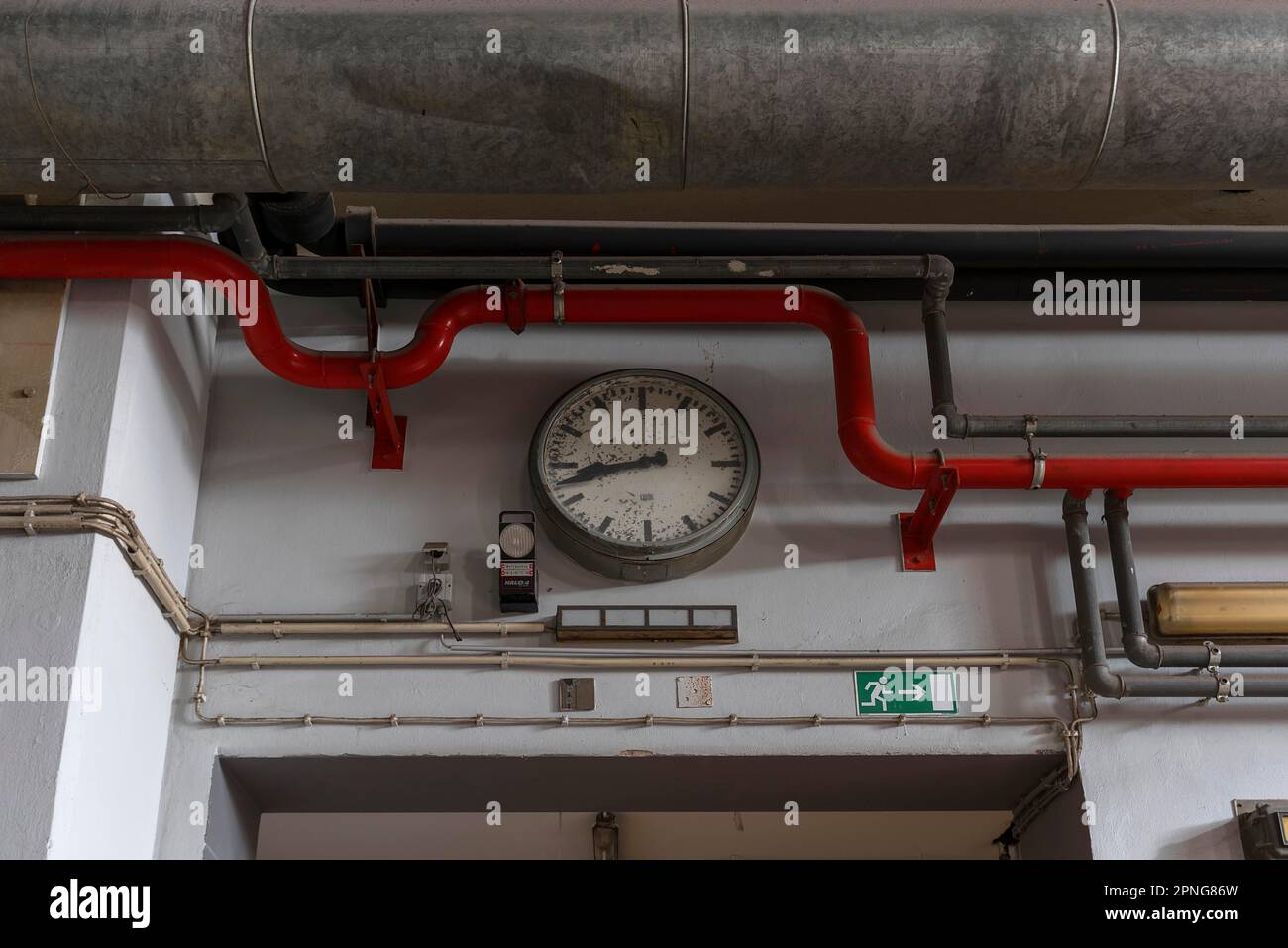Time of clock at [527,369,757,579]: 8:42
